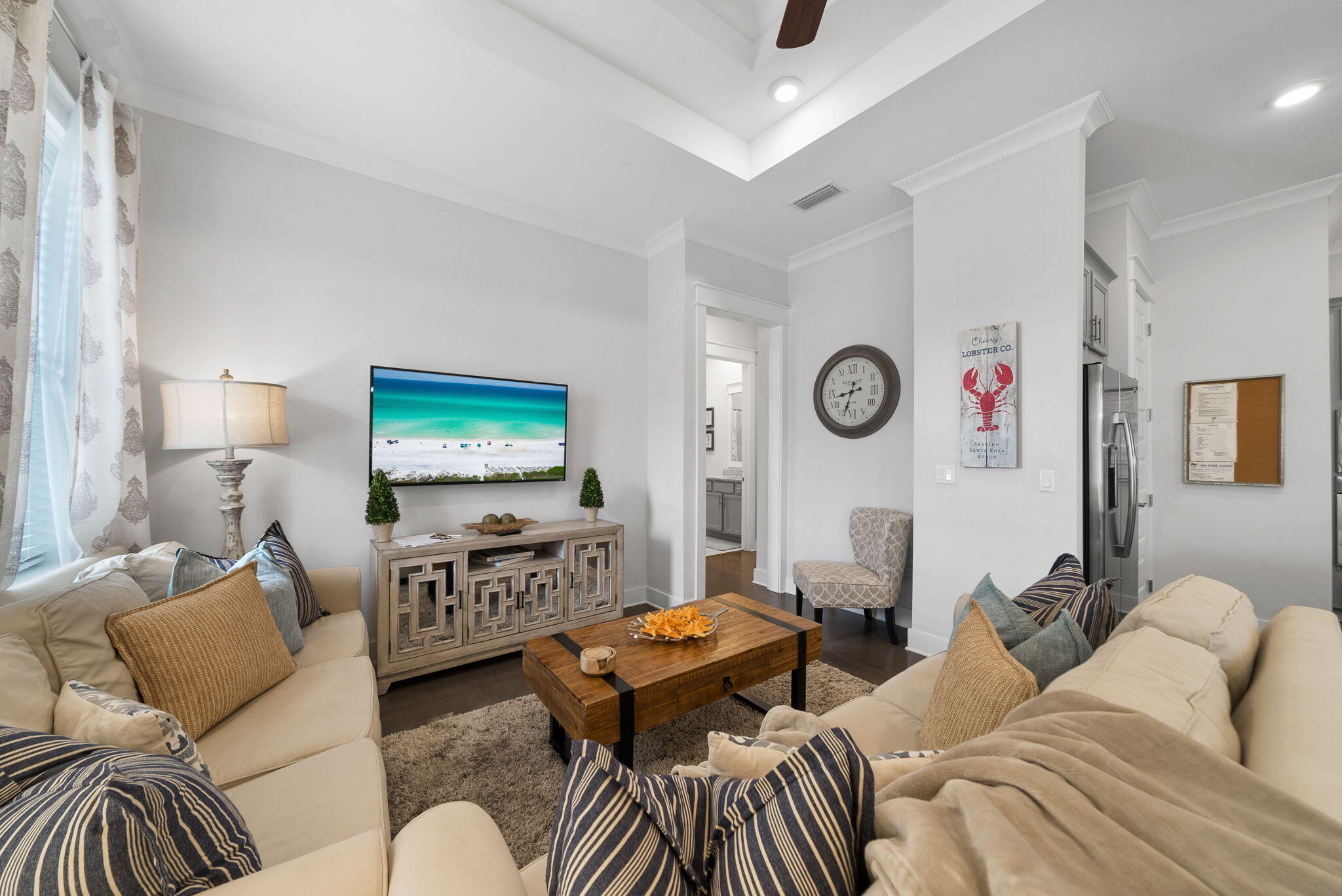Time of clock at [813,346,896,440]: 8:33
